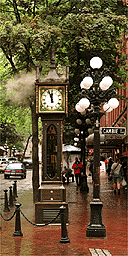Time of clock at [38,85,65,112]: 11:56
